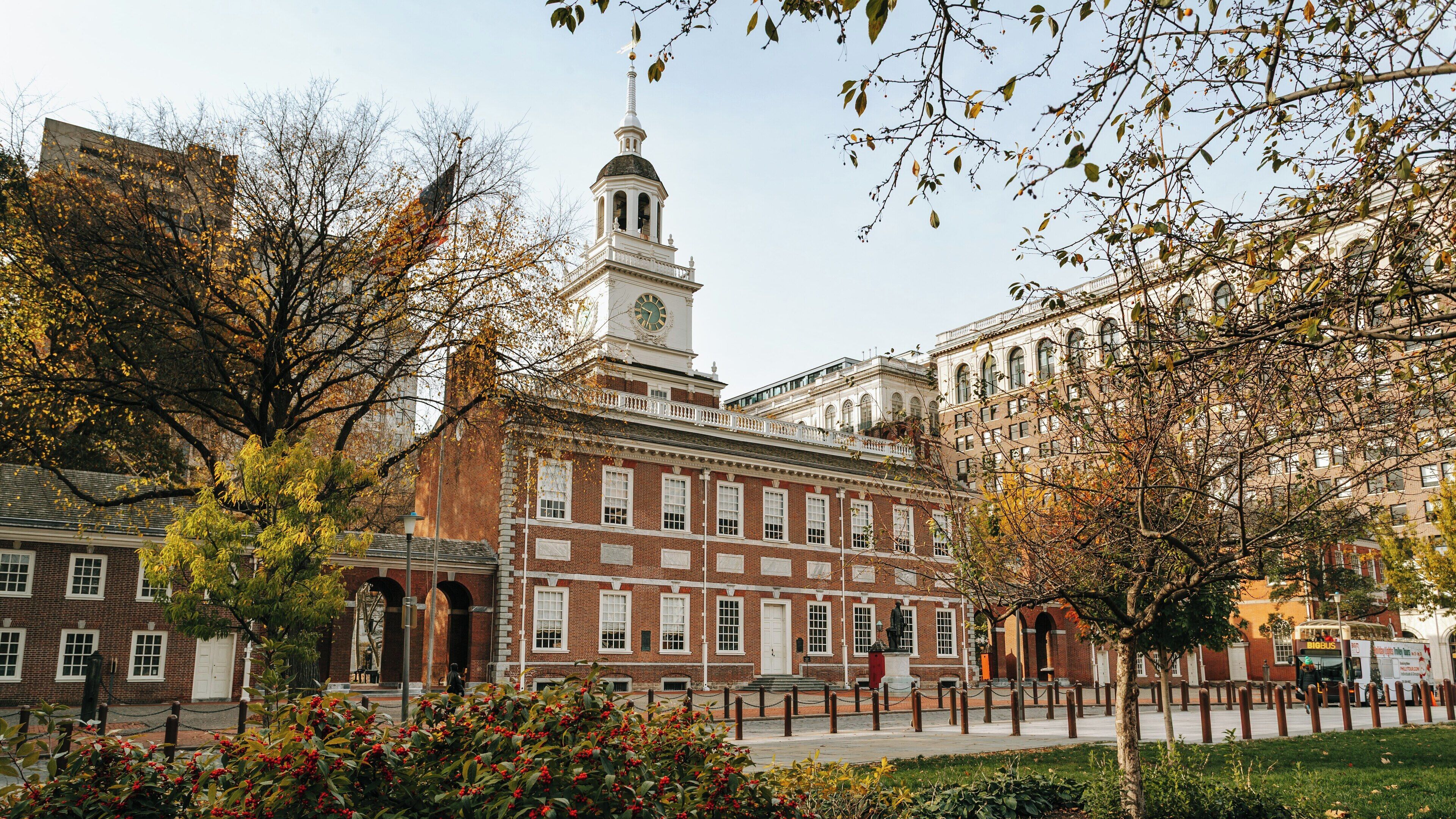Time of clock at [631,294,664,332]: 9:33
